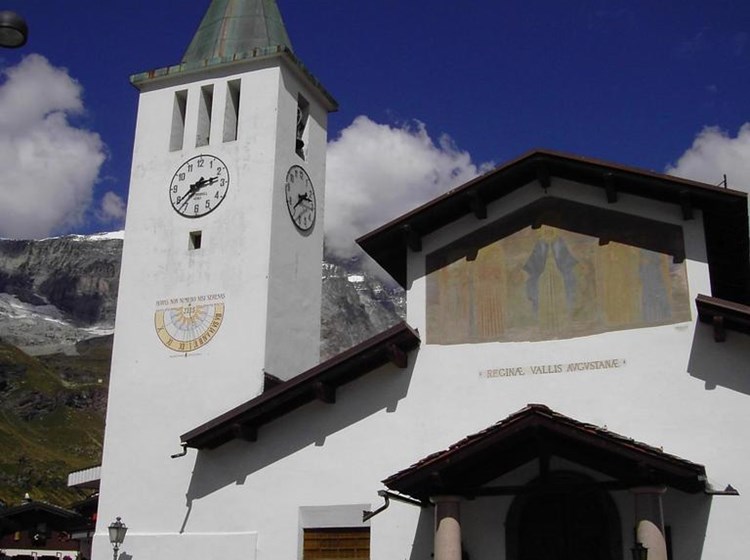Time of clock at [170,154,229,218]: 2:38
